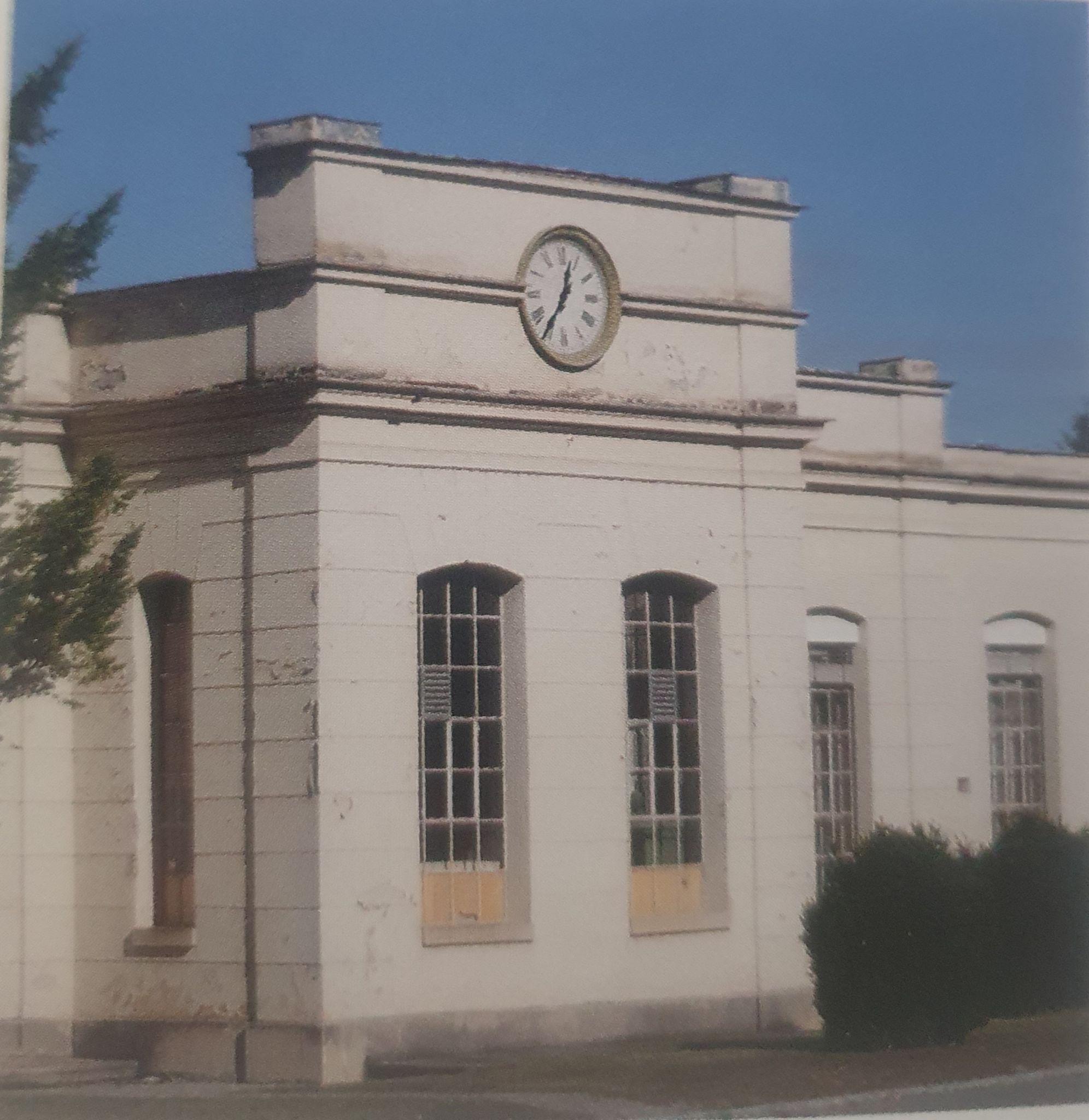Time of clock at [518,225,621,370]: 12:35
